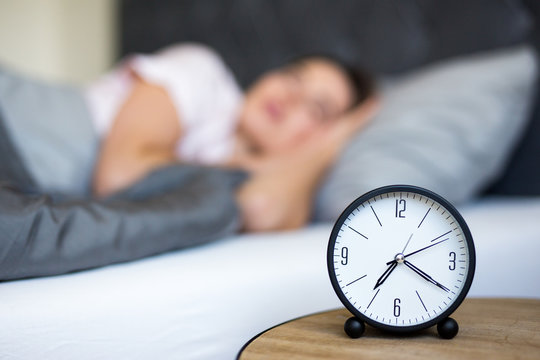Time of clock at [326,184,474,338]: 7:20
